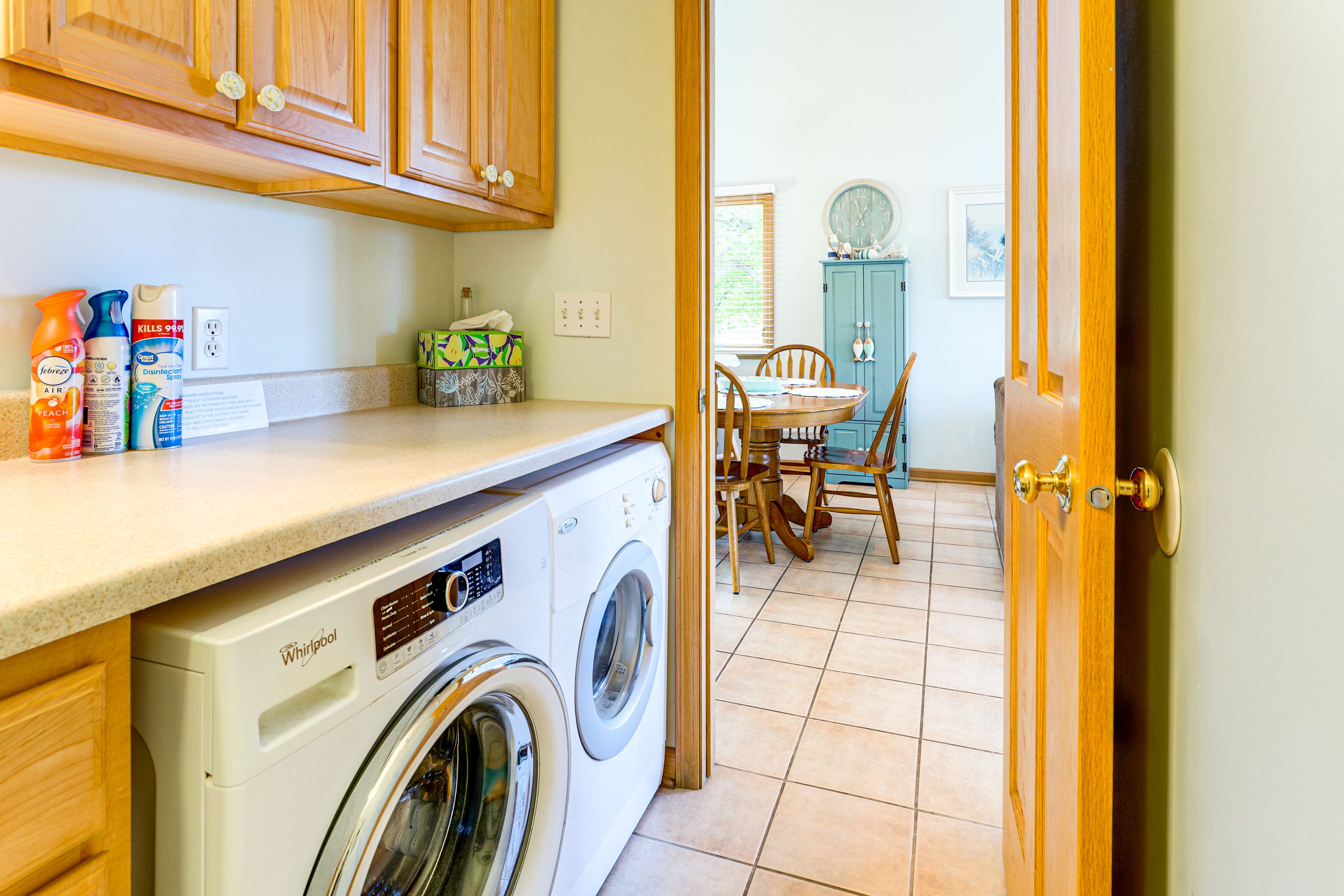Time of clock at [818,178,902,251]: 12:56
